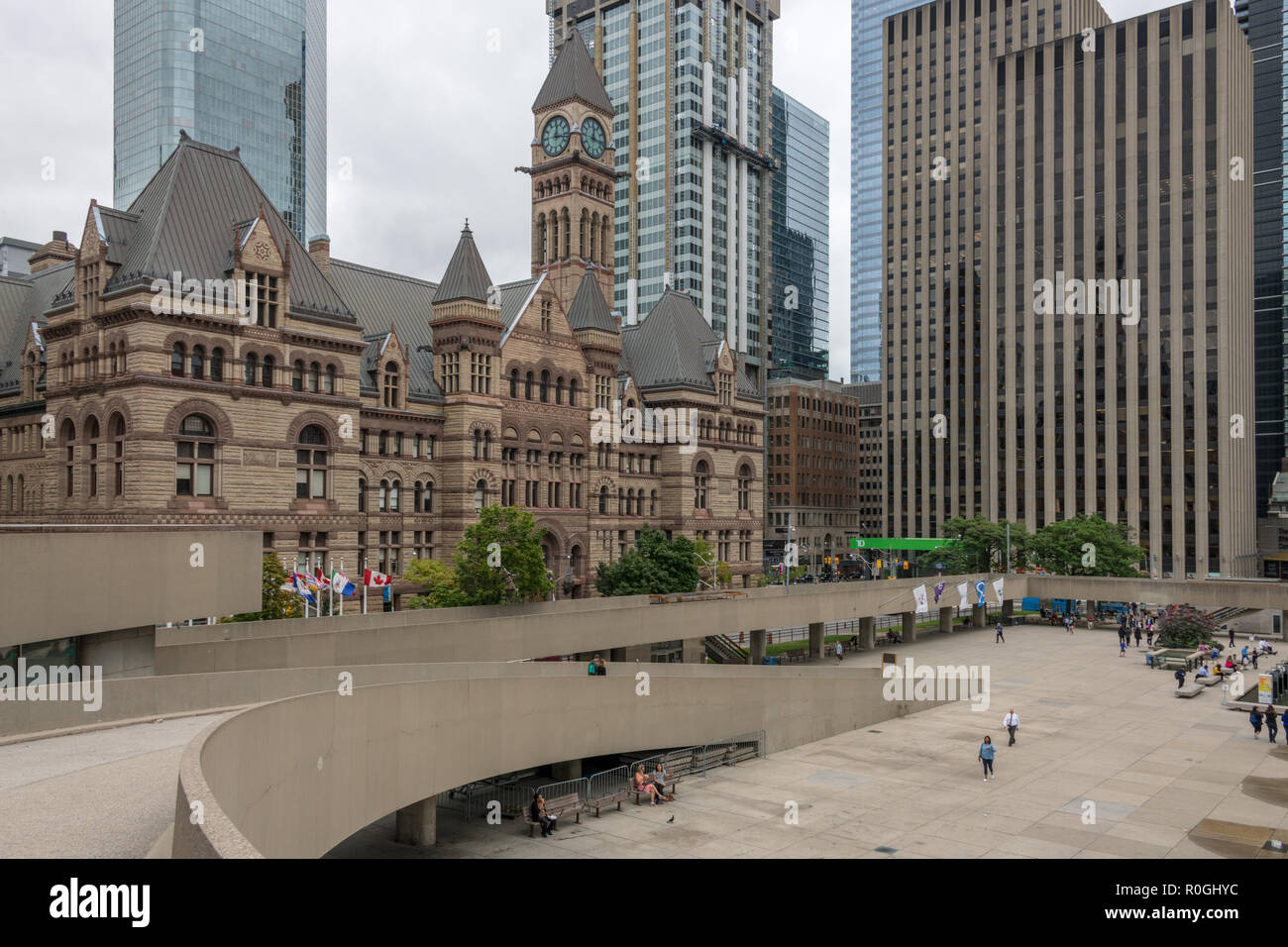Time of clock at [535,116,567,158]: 12:16
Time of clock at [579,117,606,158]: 12:16
